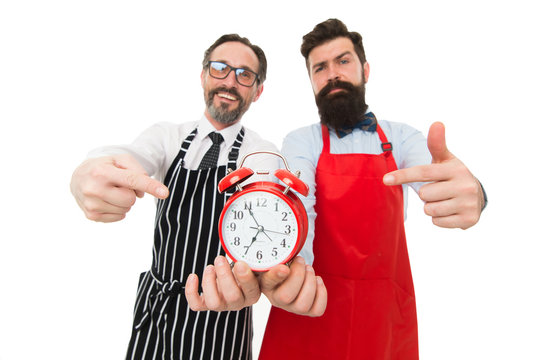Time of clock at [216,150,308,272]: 6:54
